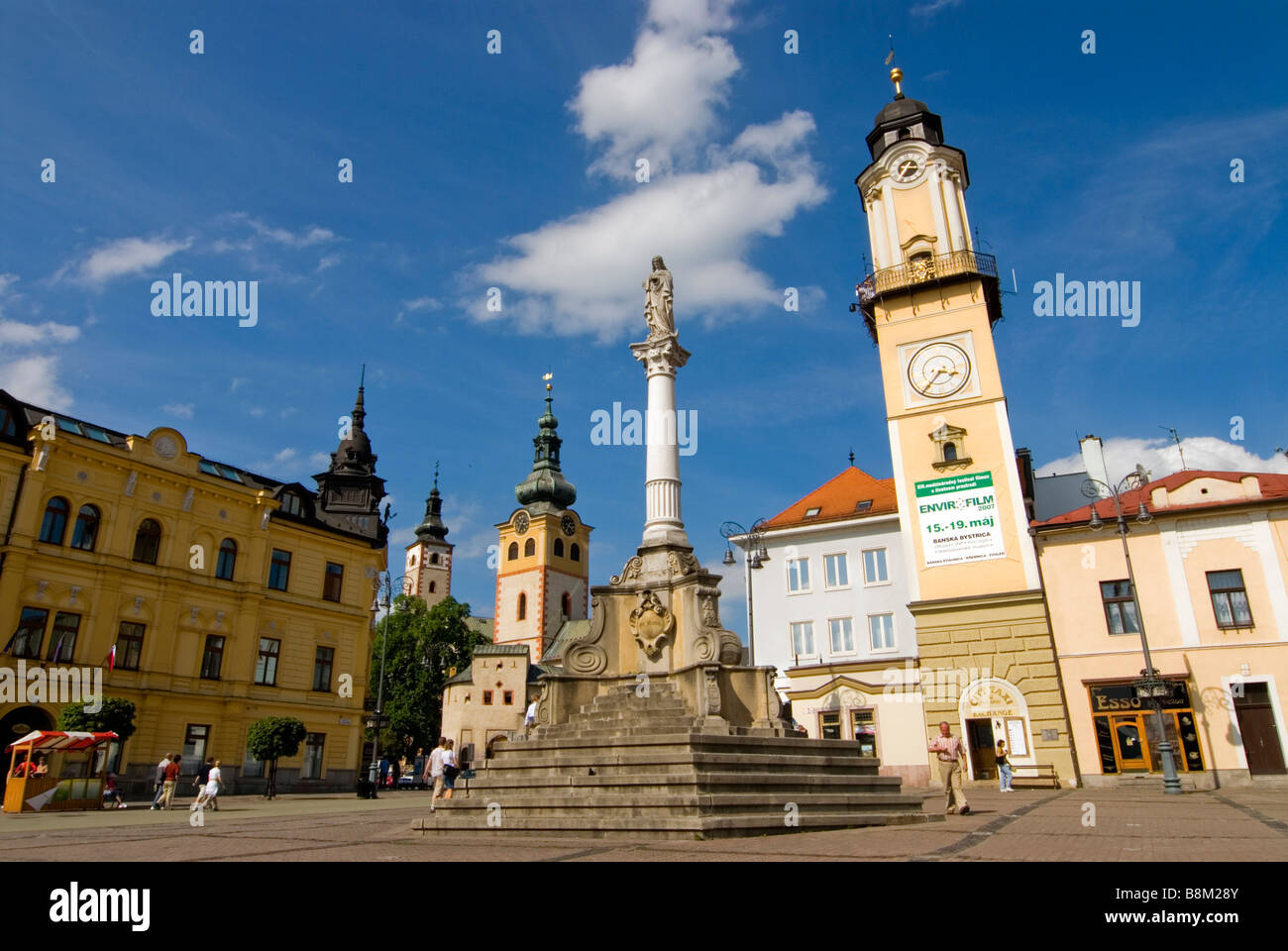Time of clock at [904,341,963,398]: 3:37
